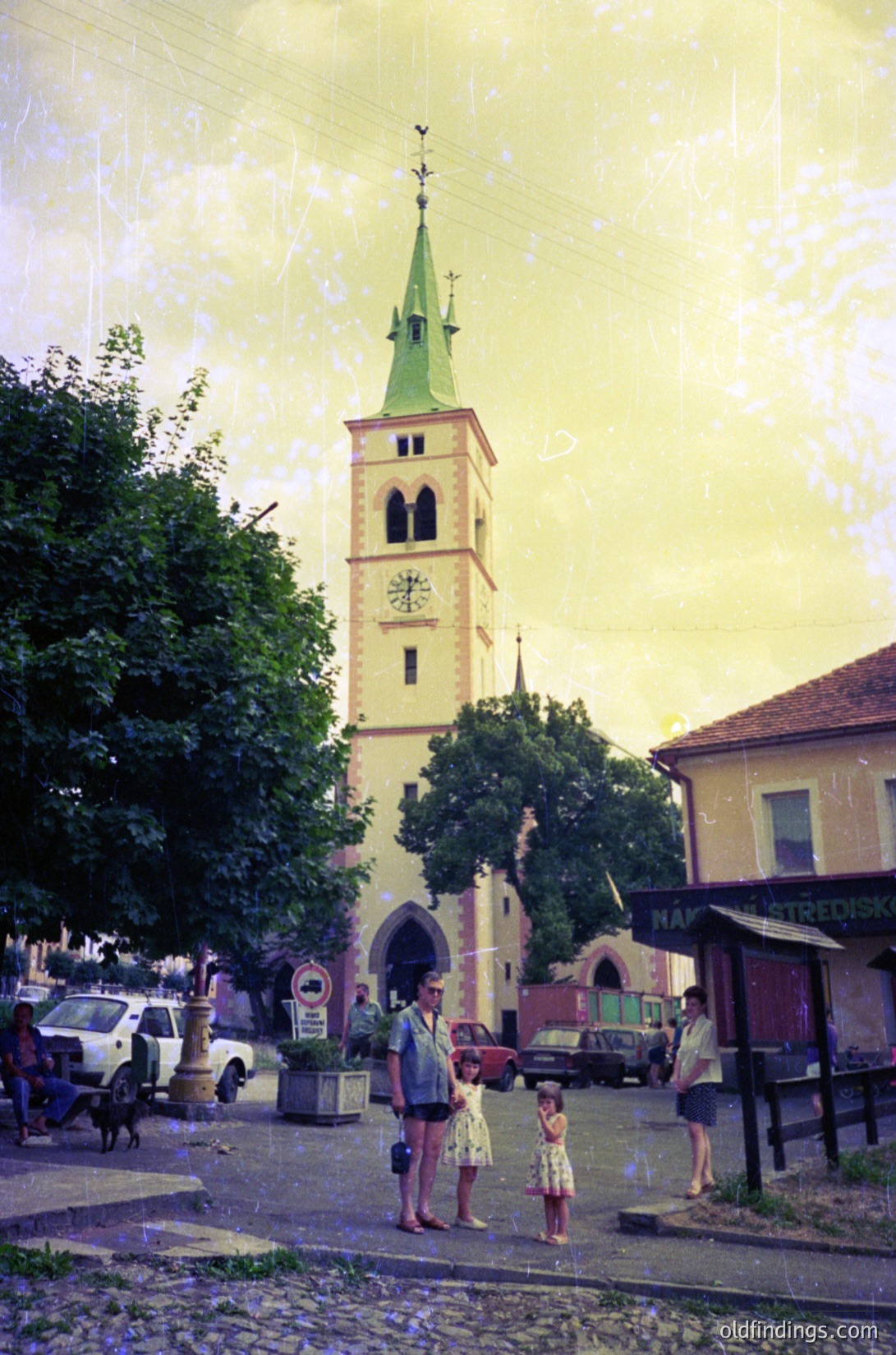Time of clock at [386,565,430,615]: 12:06
